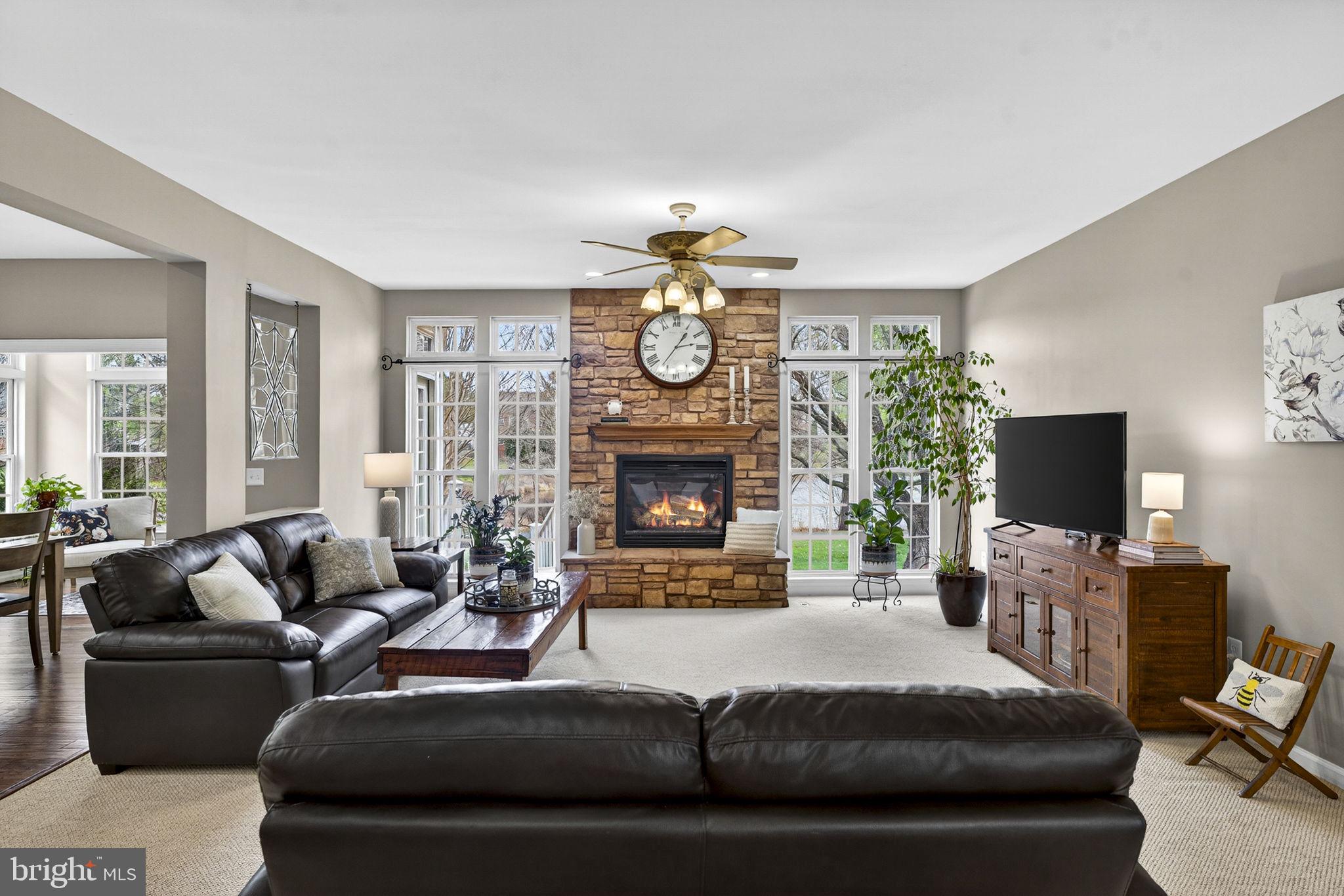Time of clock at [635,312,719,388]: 1:13
